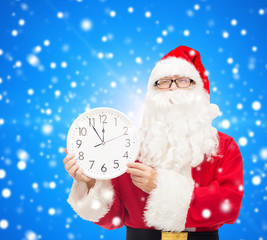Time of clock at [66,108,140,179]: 11:54
